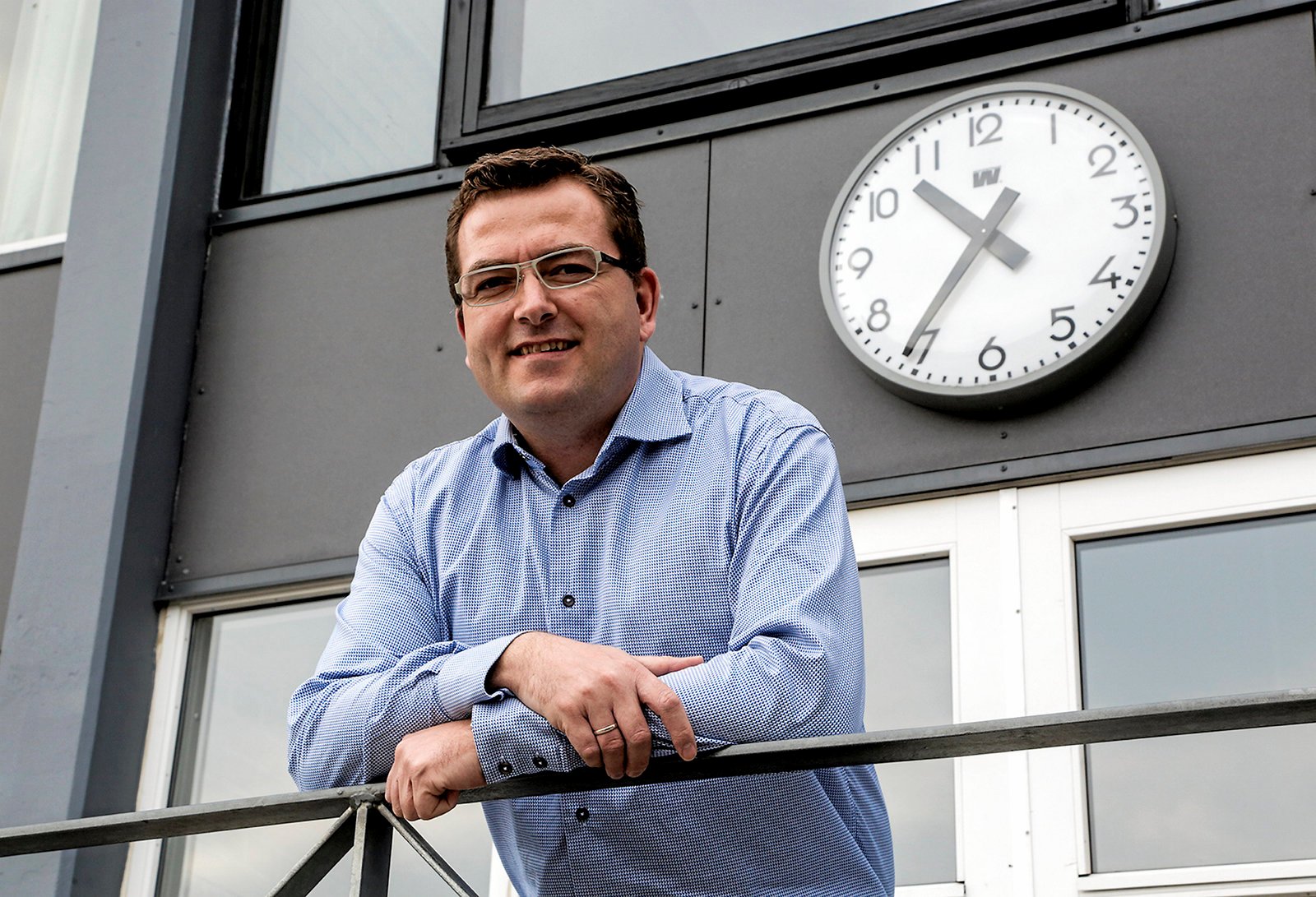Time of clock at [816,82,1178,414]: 10:36
